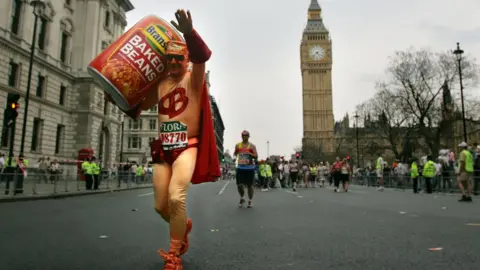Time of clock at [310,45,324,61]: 4:37
